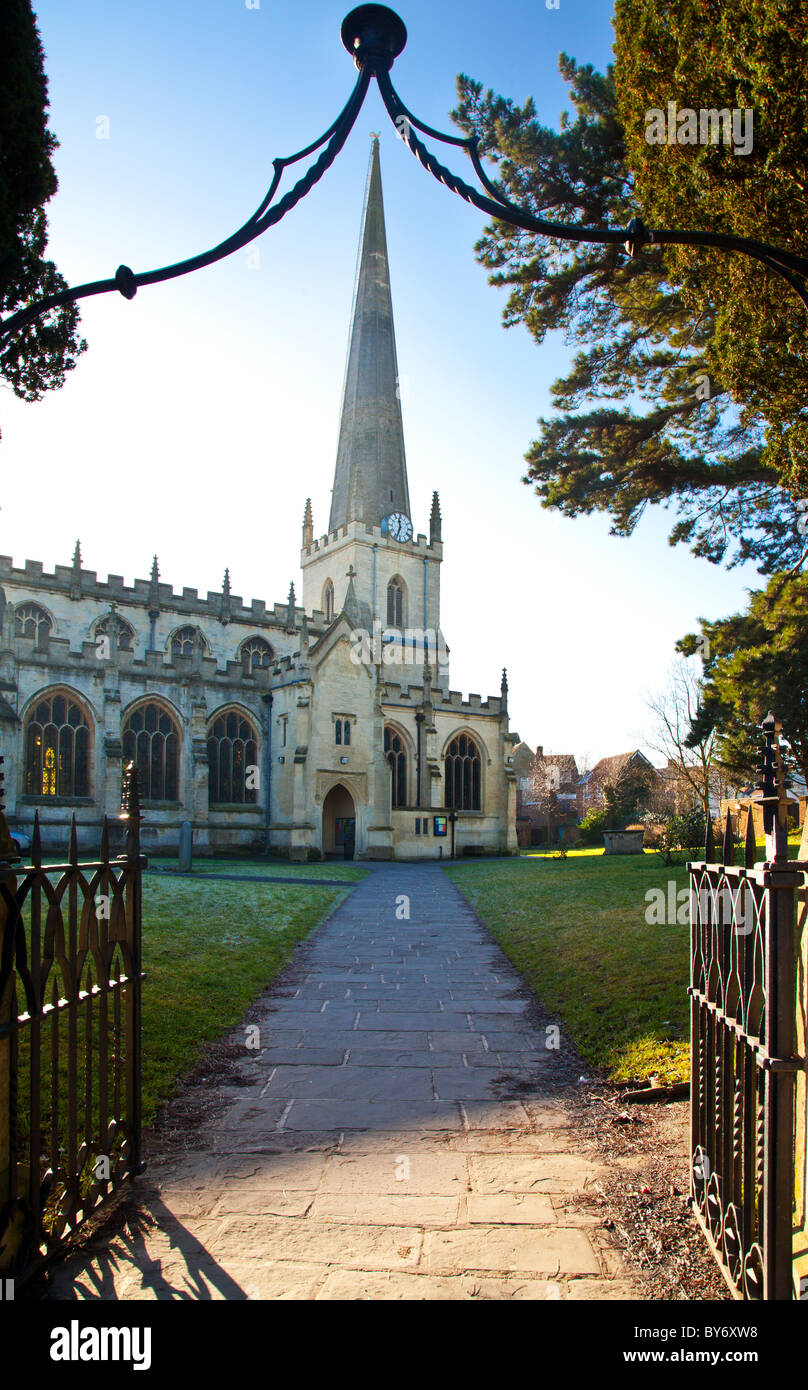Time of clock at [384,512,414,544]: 11:33
